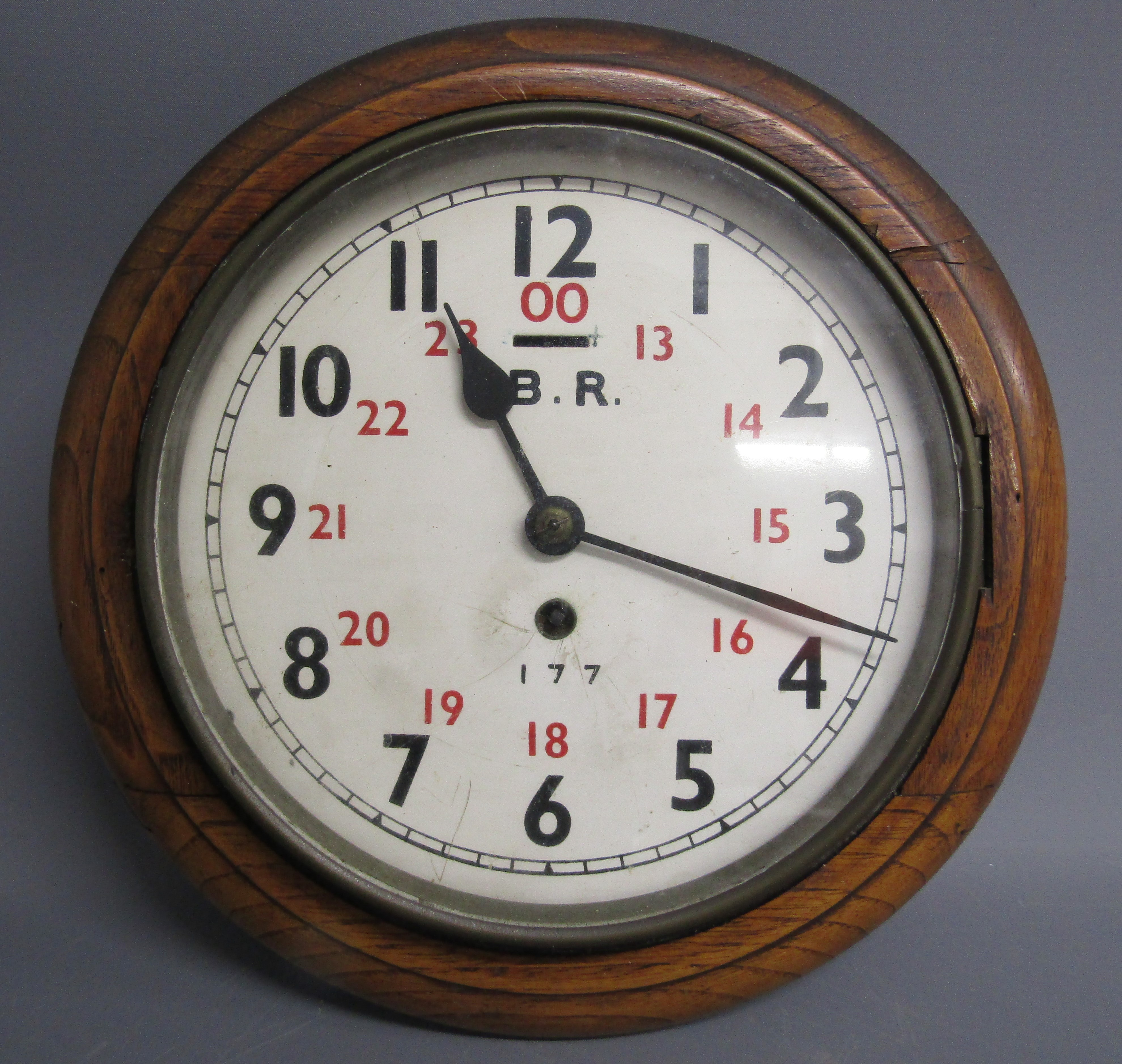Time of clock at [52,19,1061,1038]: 11:18
